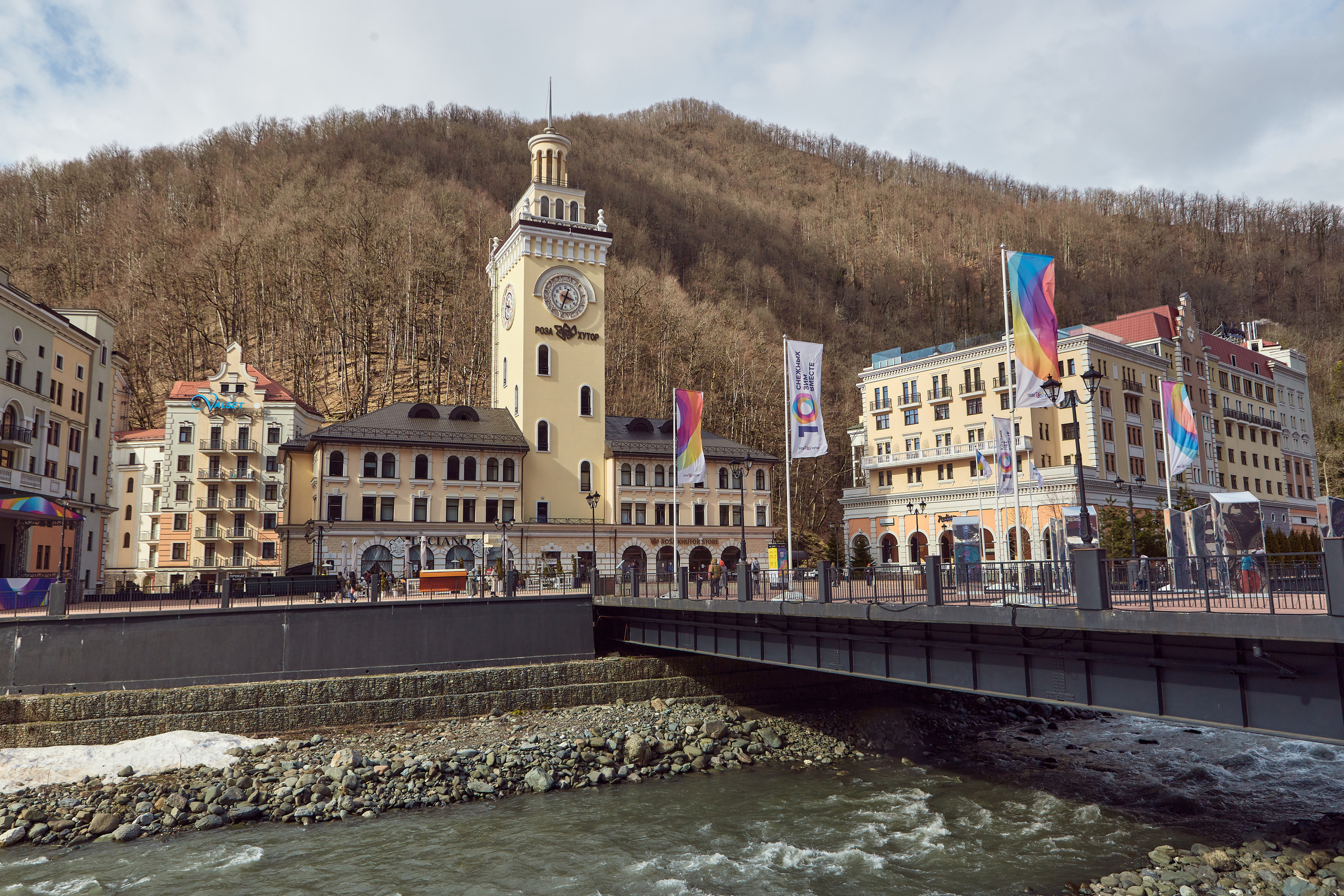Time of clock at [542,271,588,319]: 3:34
